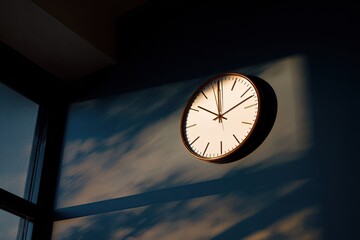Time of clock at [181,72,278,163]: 10:11
